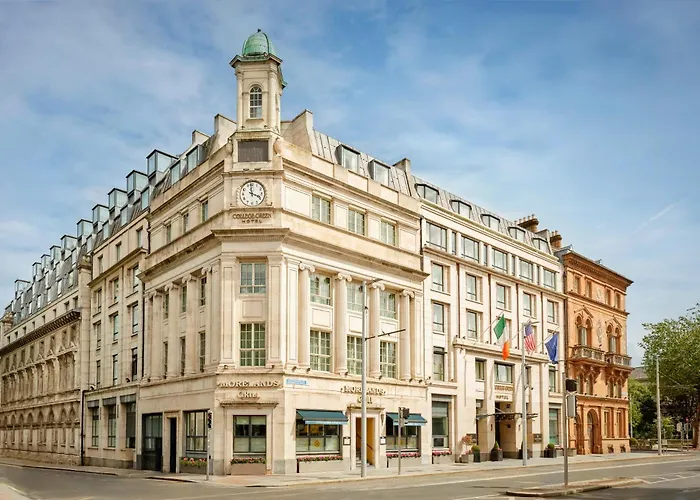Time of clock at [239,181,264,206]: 3:58
